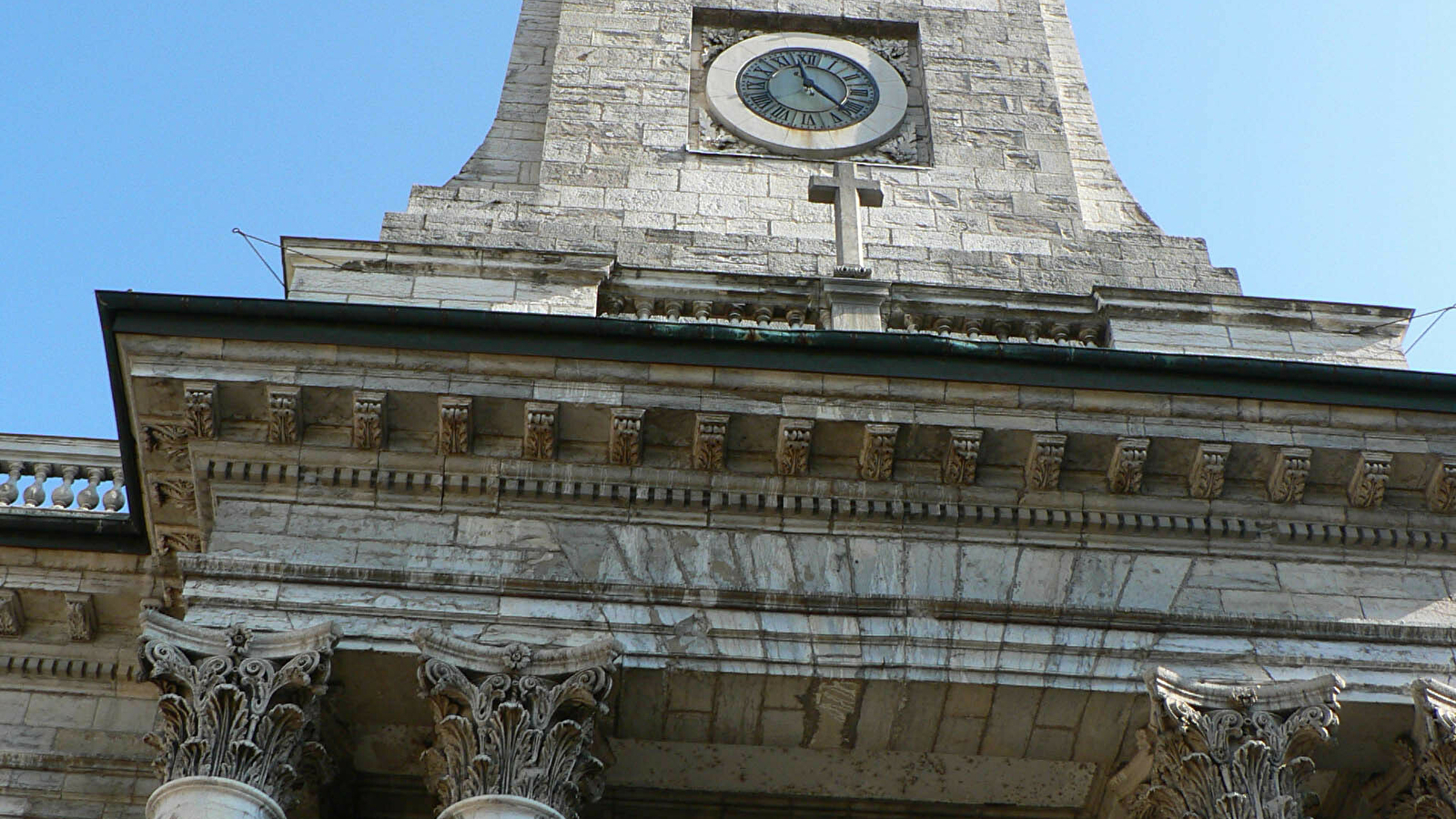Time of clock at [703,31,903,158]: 11:22
